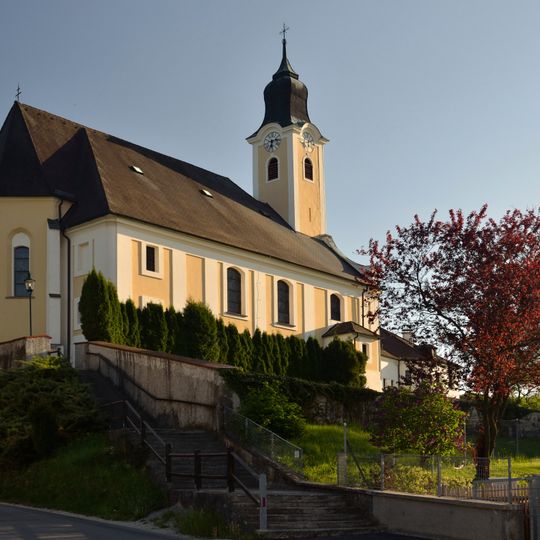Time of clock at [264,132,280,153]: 6:13
